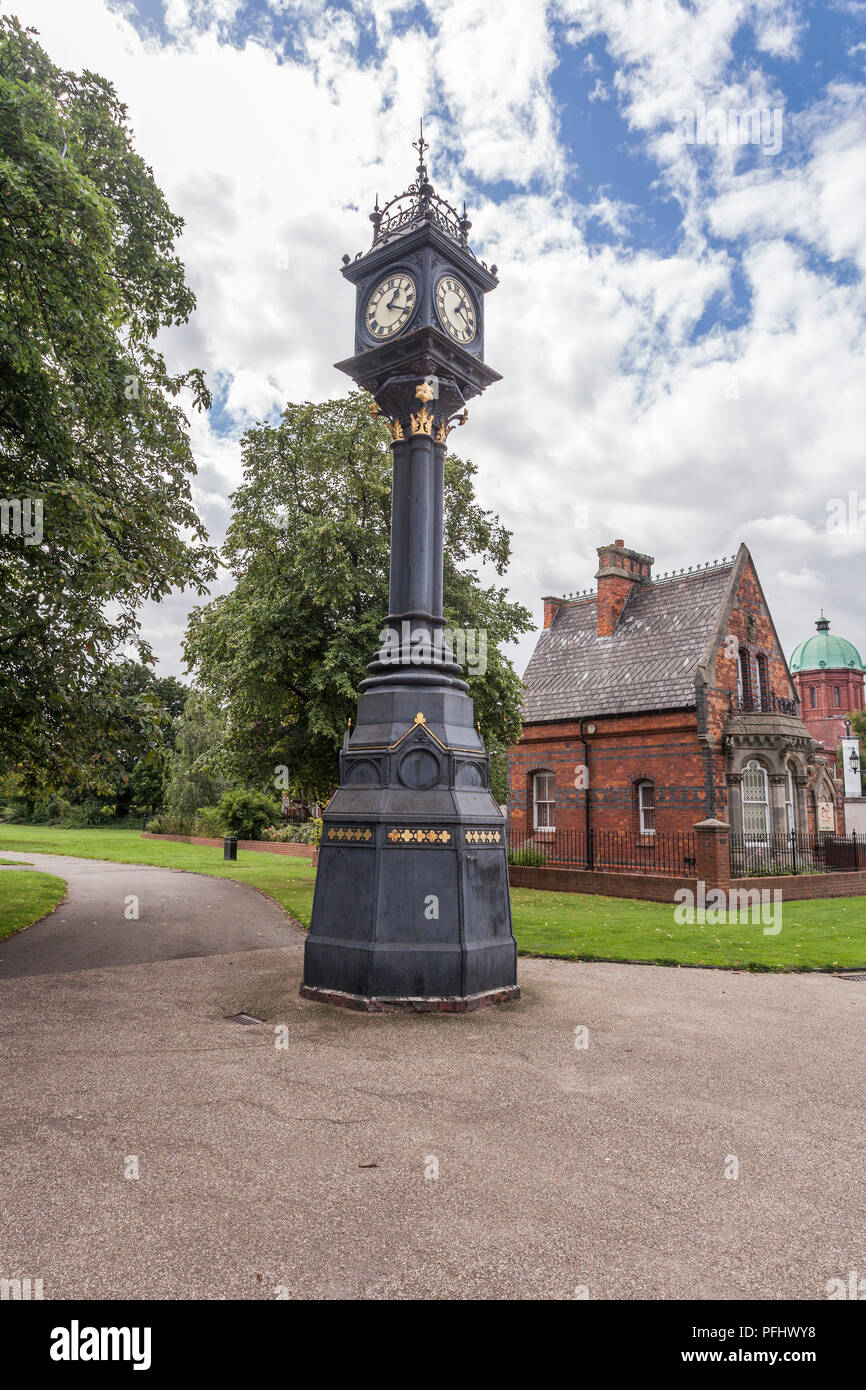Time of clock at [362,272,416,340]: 1:20
